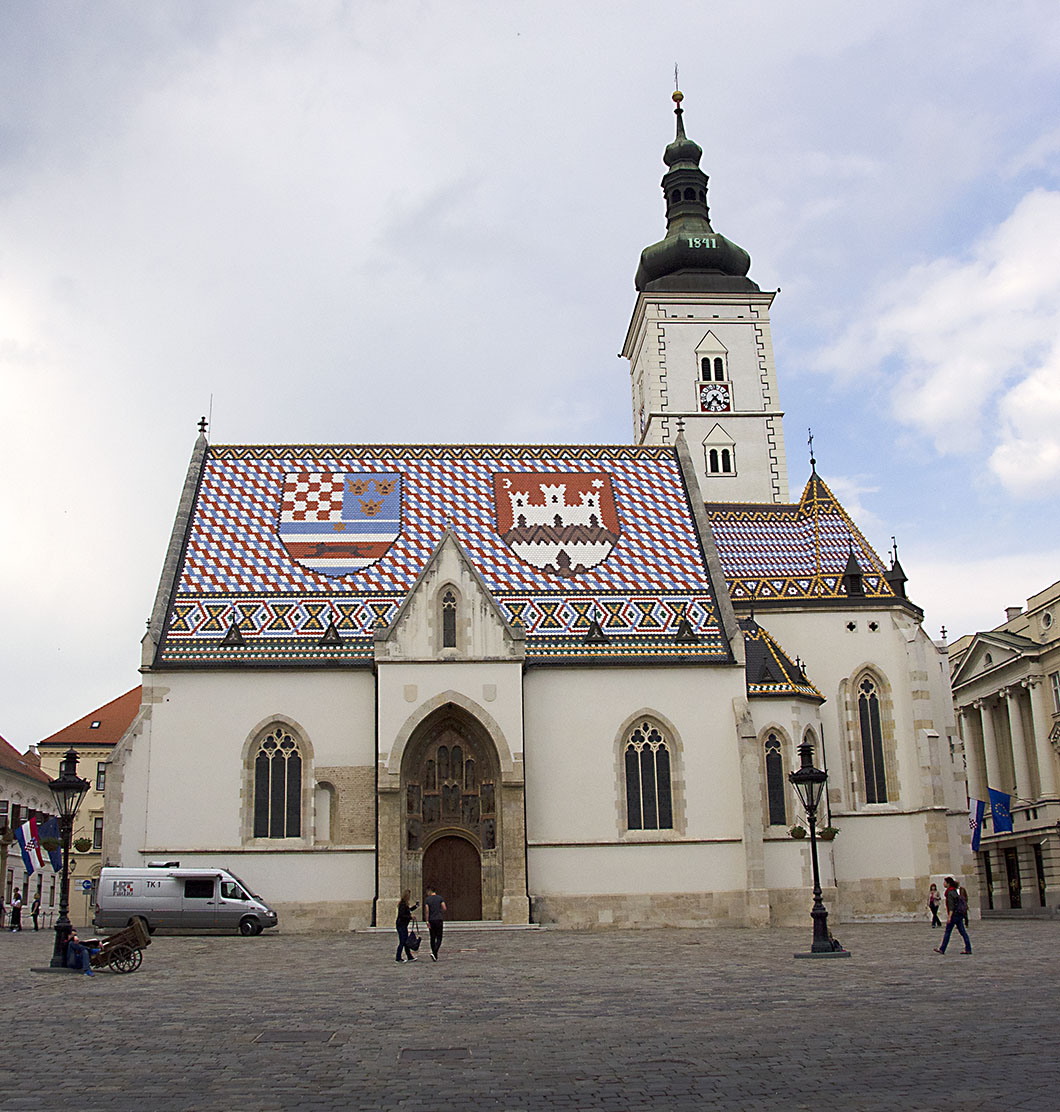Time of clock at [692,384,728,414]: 4:36
